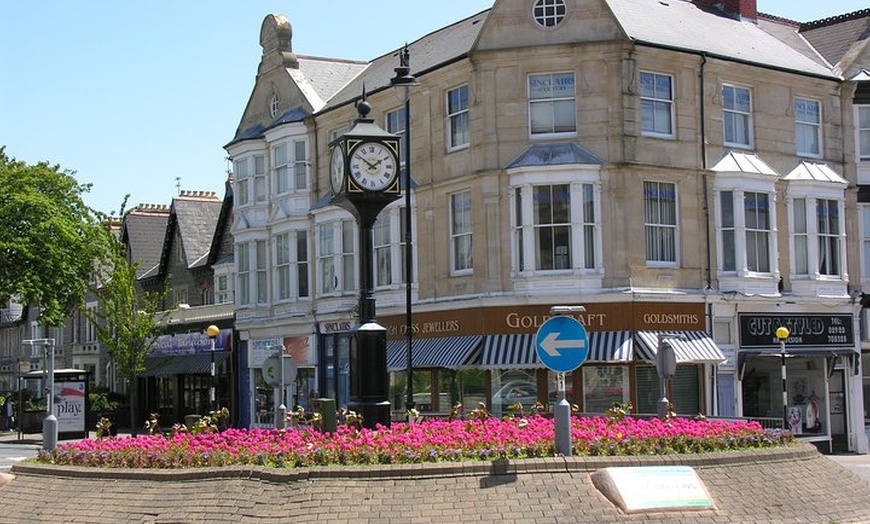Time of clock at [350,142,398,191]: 1:51
